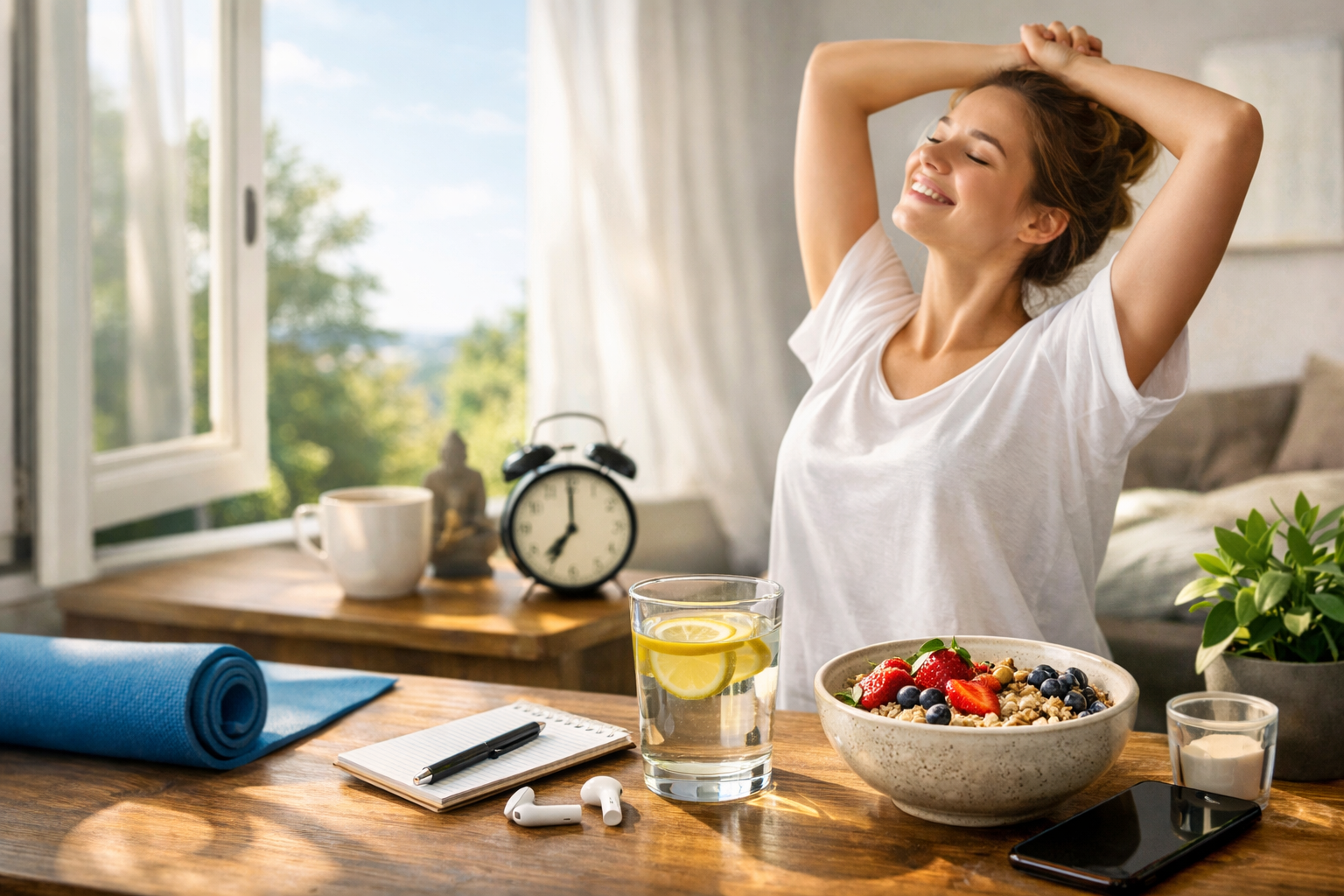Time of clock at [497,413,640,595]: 7:00
